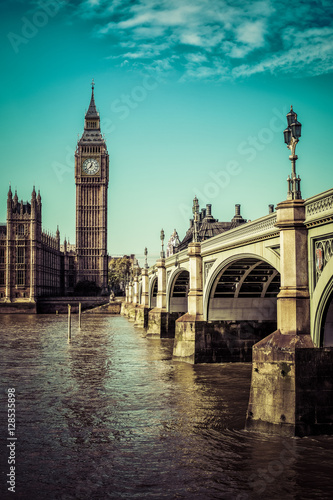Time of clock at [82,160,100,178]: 12:37
